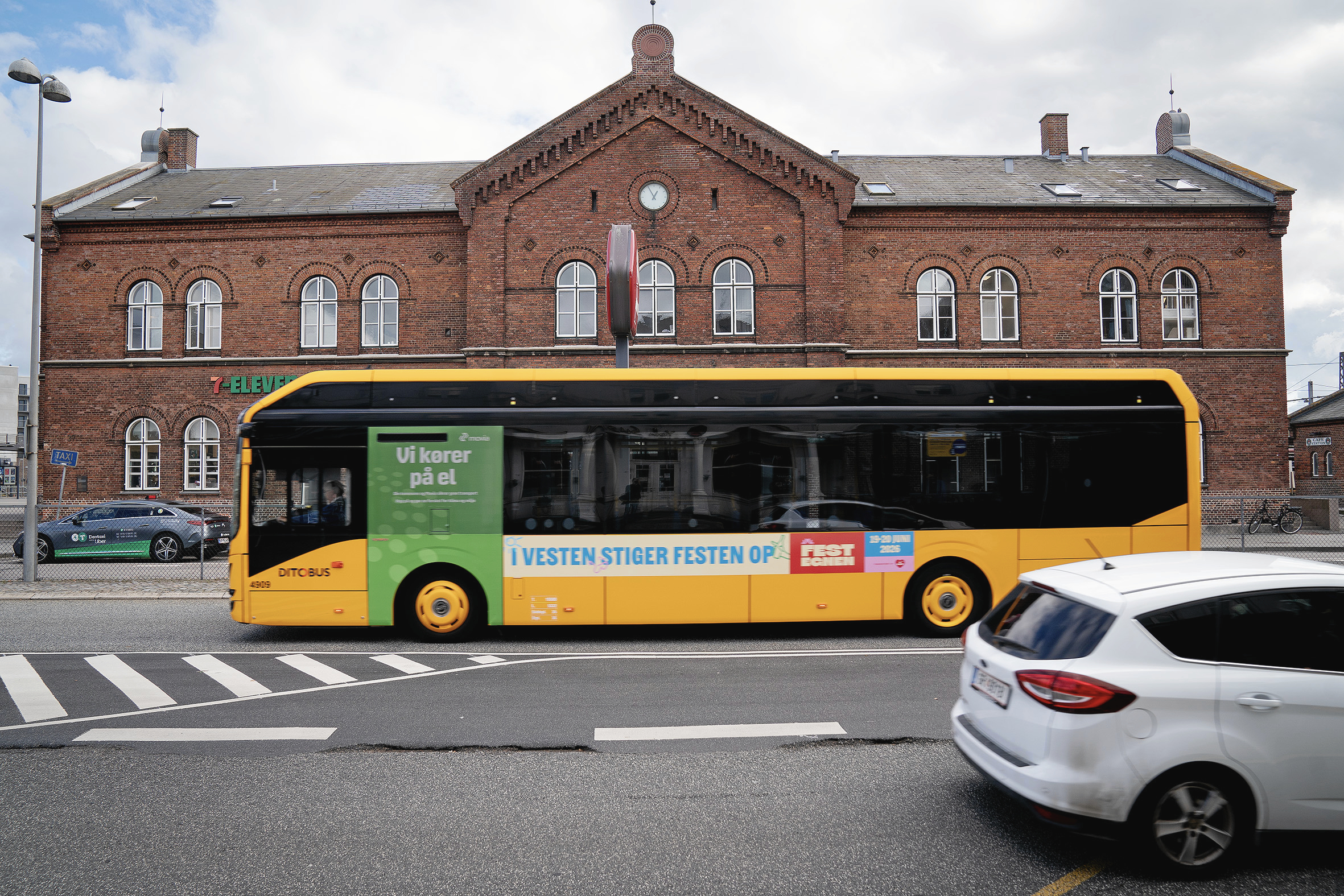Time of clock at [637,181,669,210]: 12:55
